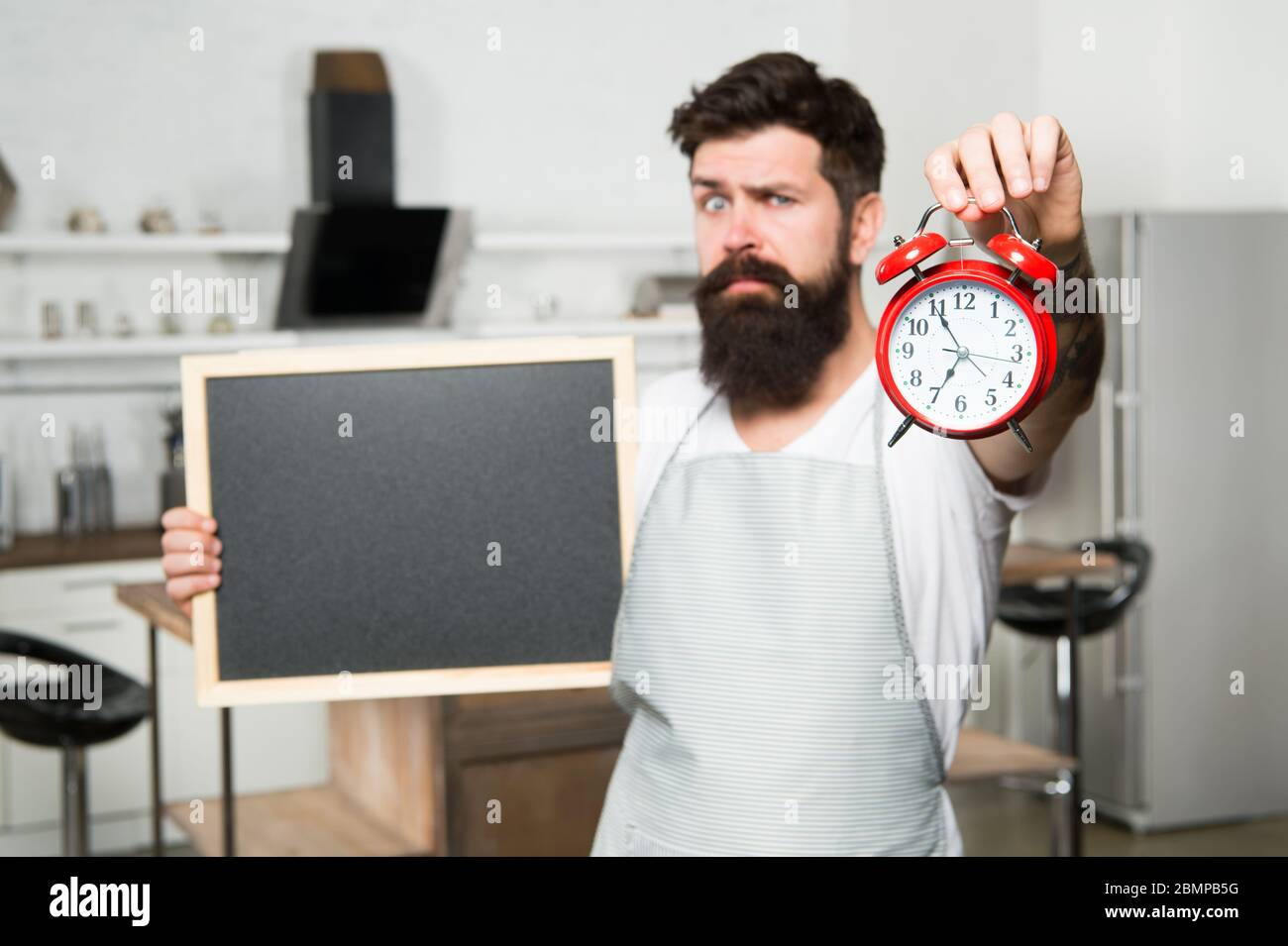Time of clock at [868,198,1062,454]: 6:54
